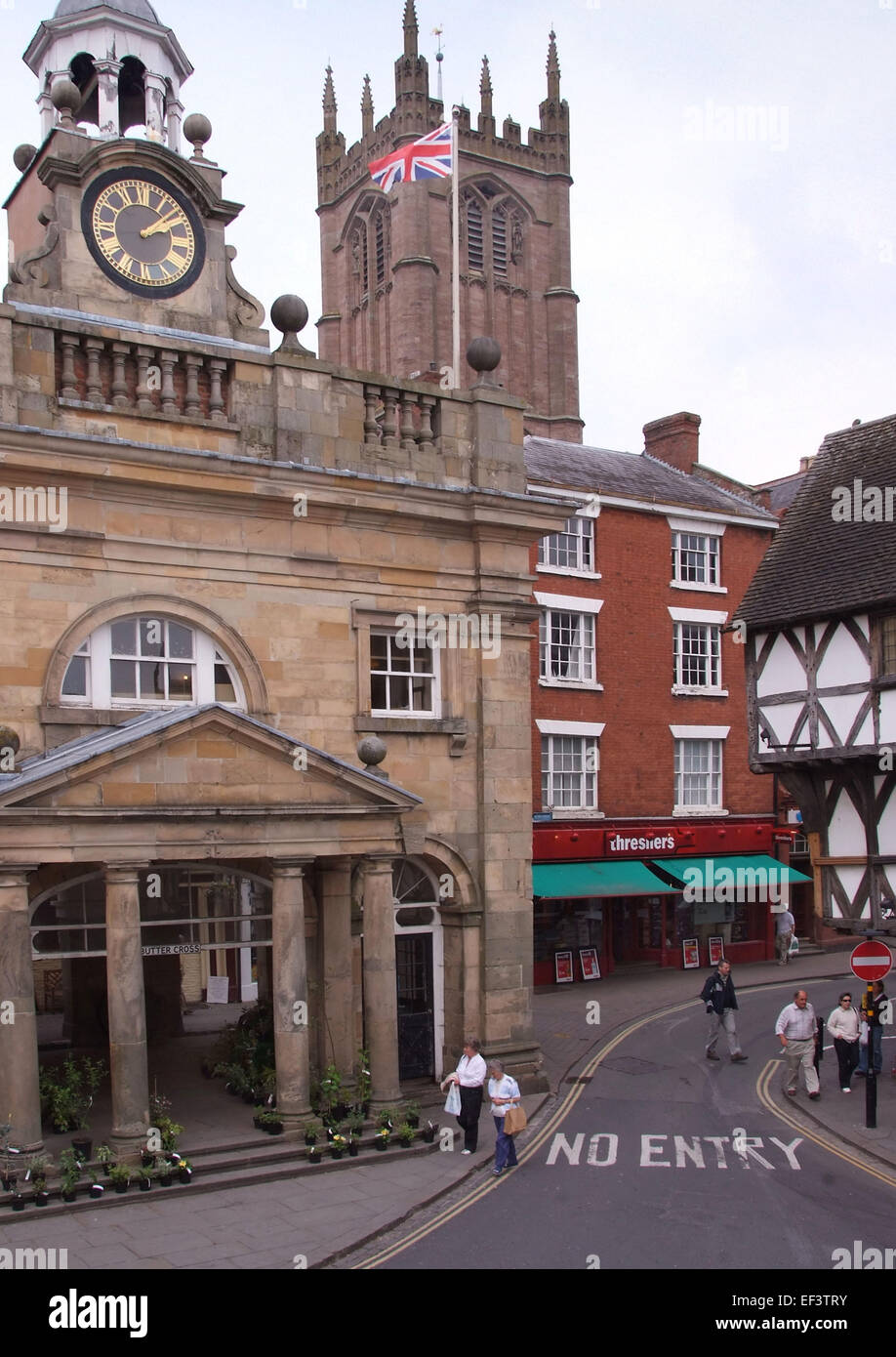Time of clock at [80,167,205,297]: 2:08
